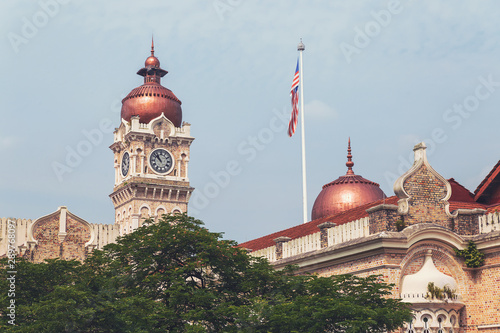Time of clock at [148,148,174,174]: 10:52
